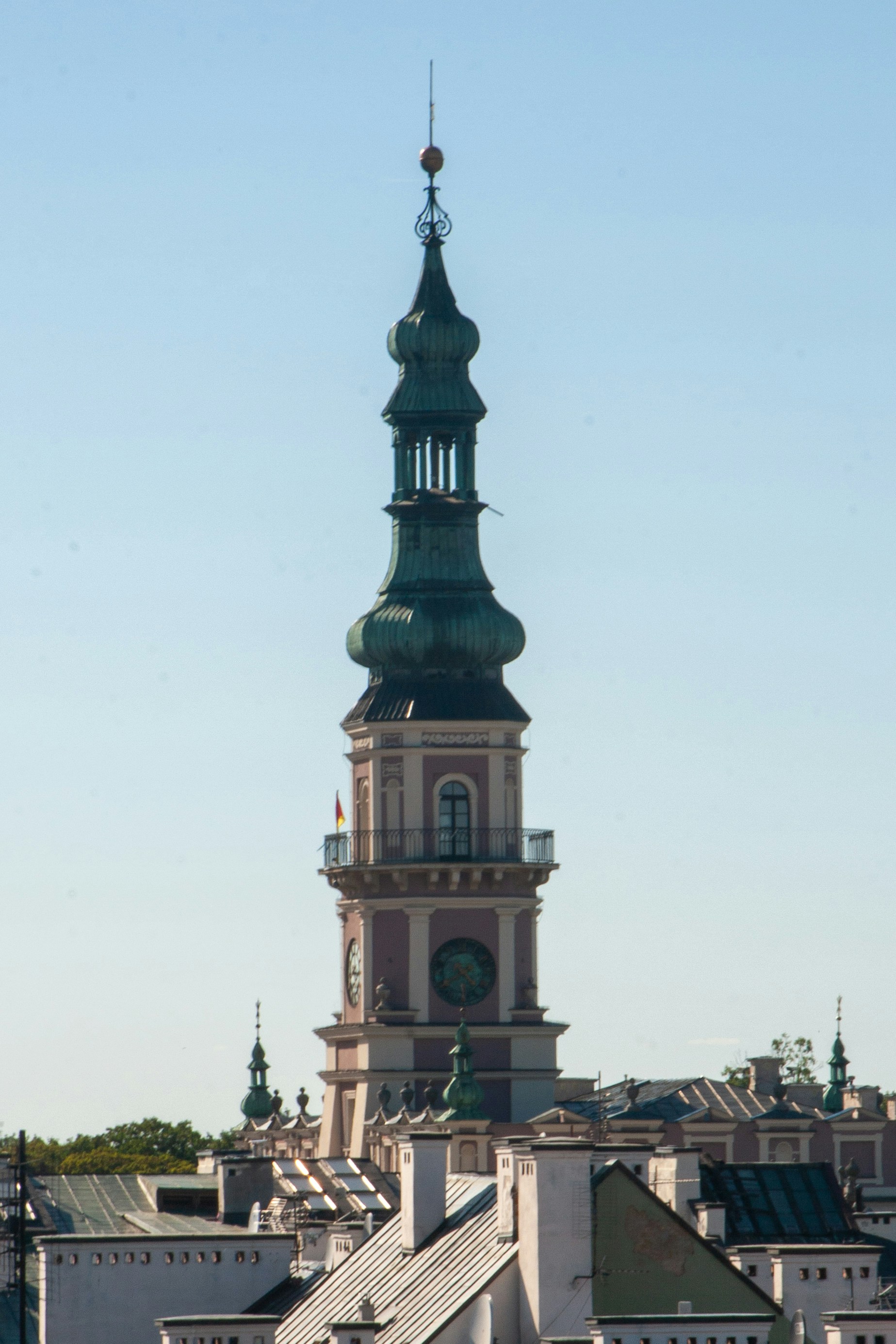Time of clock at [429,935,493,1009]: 4:40
